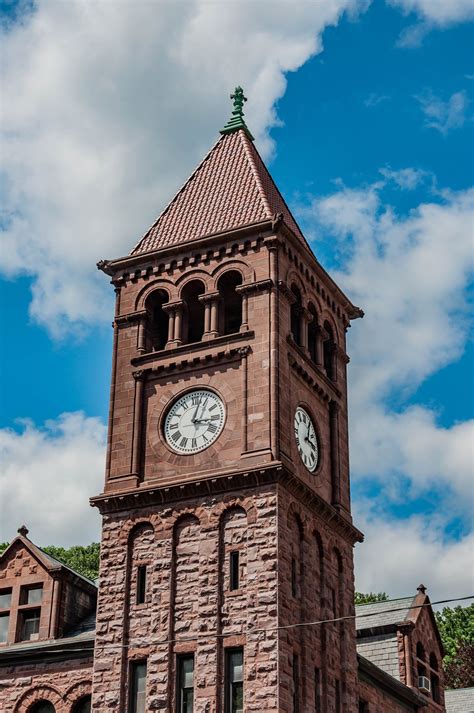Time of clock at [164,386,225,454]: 3:02
